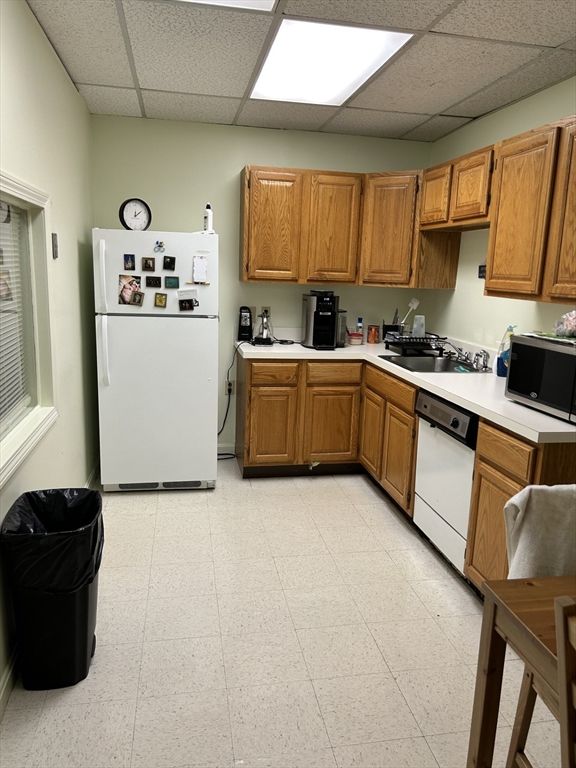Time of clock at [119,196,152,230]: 12:08
